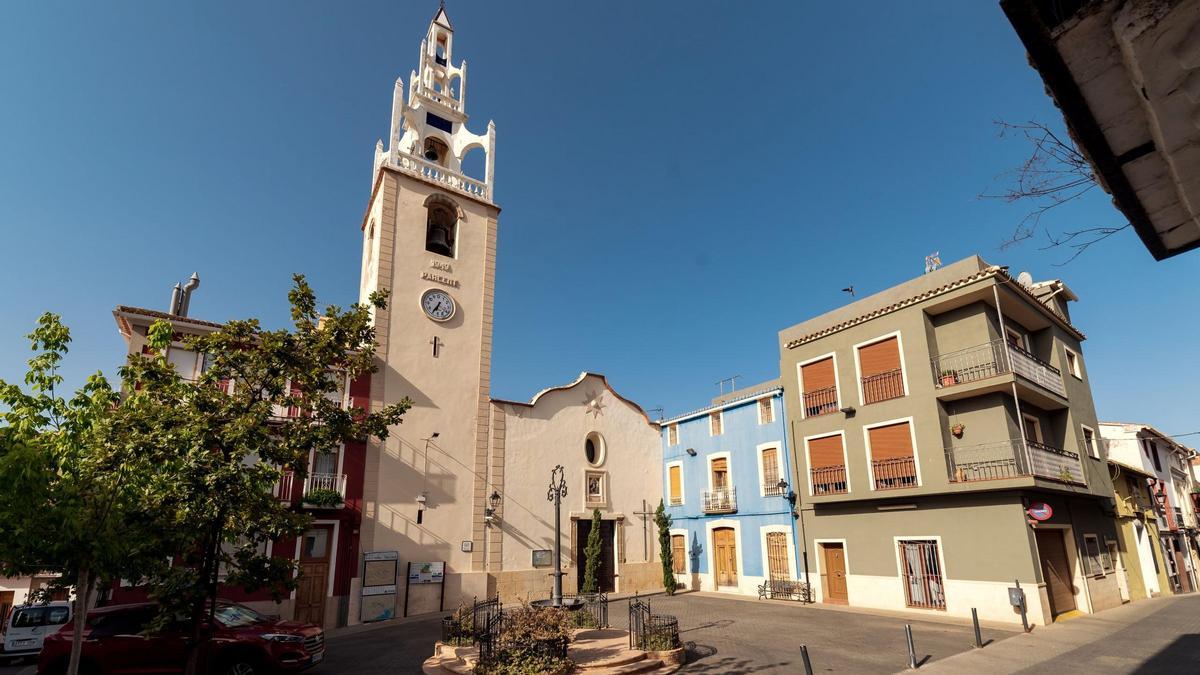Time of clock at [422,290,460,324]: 6:35
